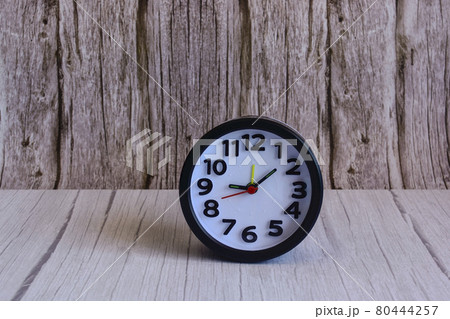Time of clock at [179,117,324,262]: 9:08
